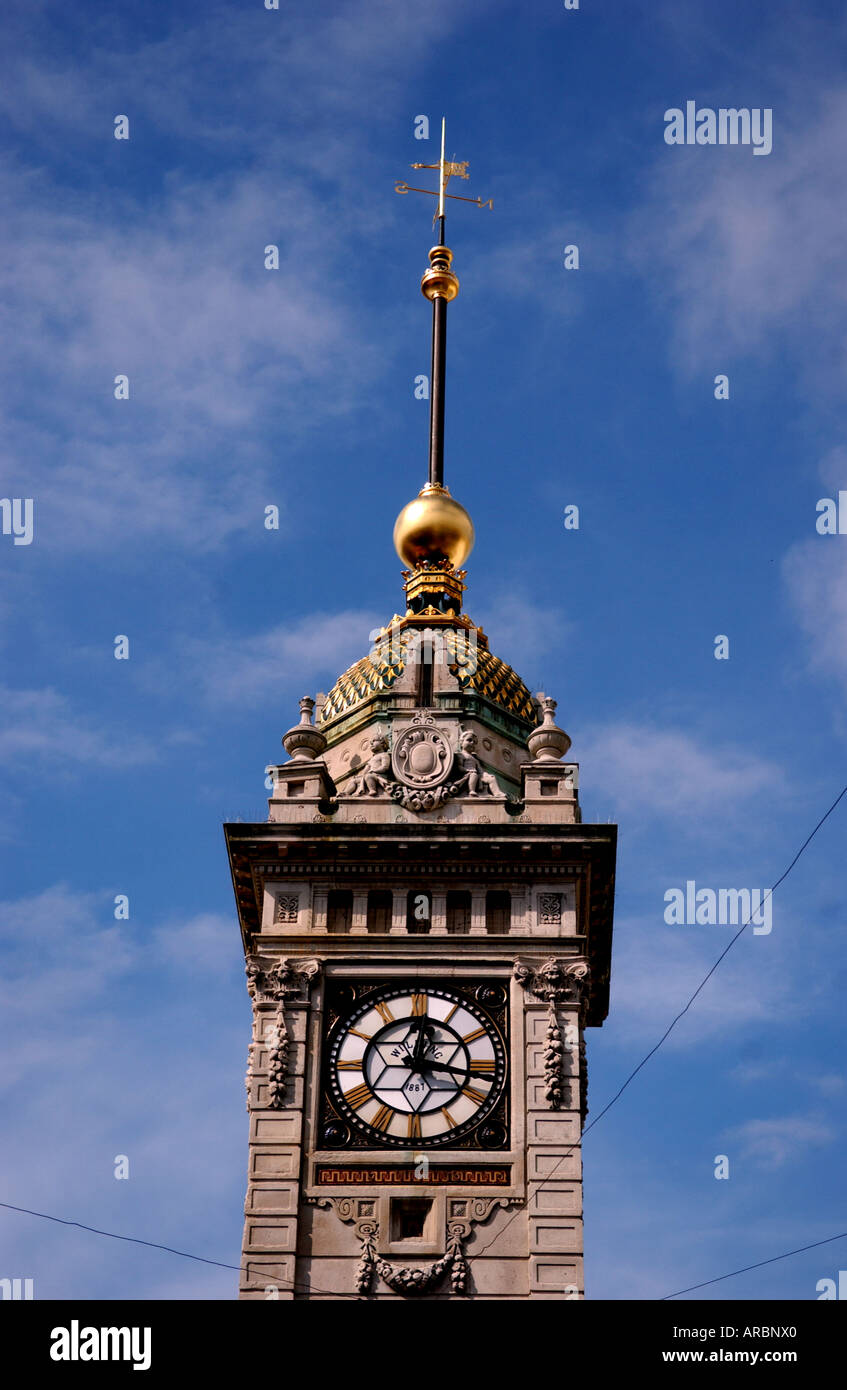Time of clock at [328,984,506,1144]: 12:16
